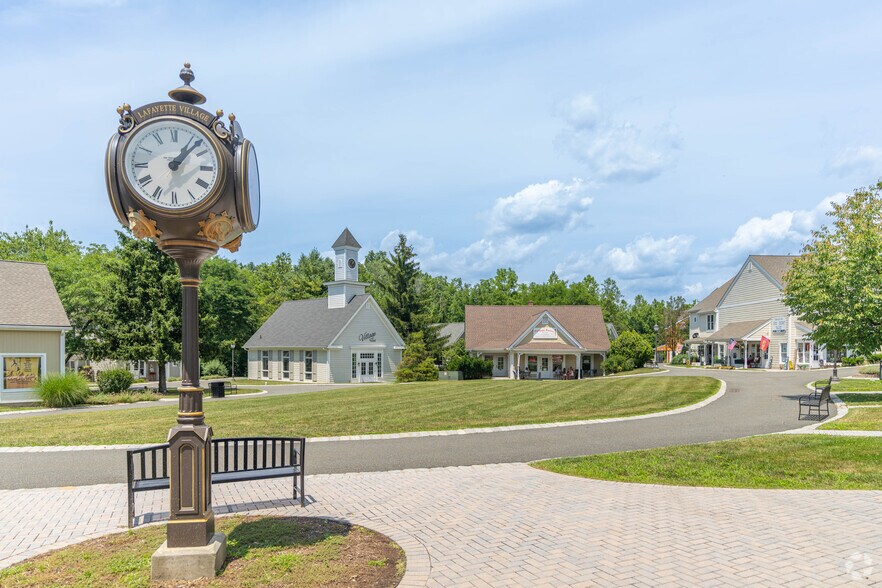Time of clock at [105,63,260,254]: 1:07
